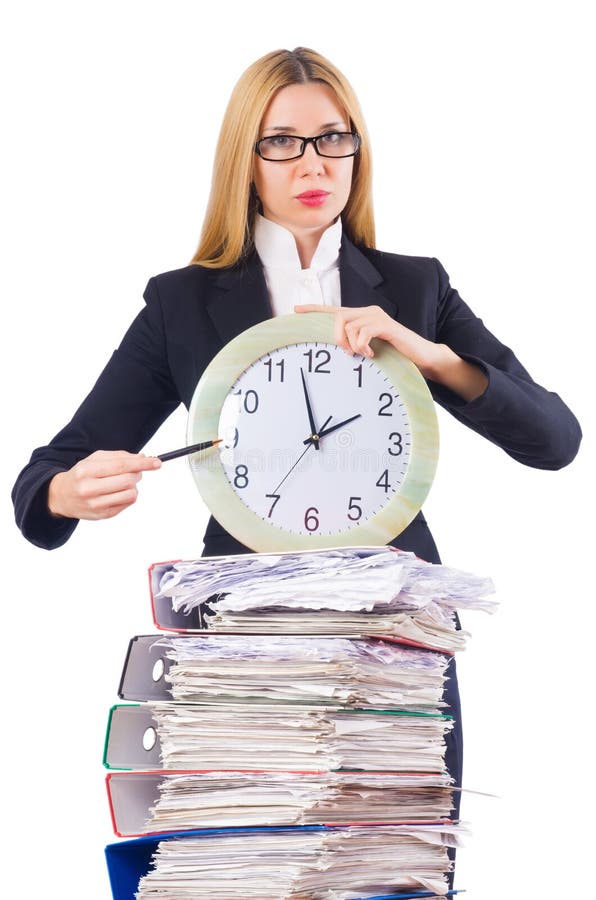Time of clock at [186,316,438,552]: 1:57
